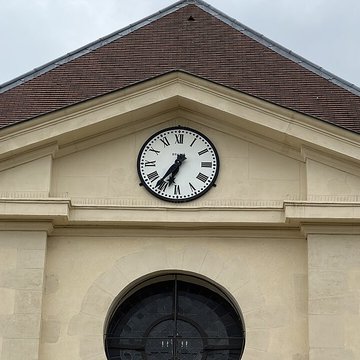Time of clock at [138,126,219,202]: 6:36
